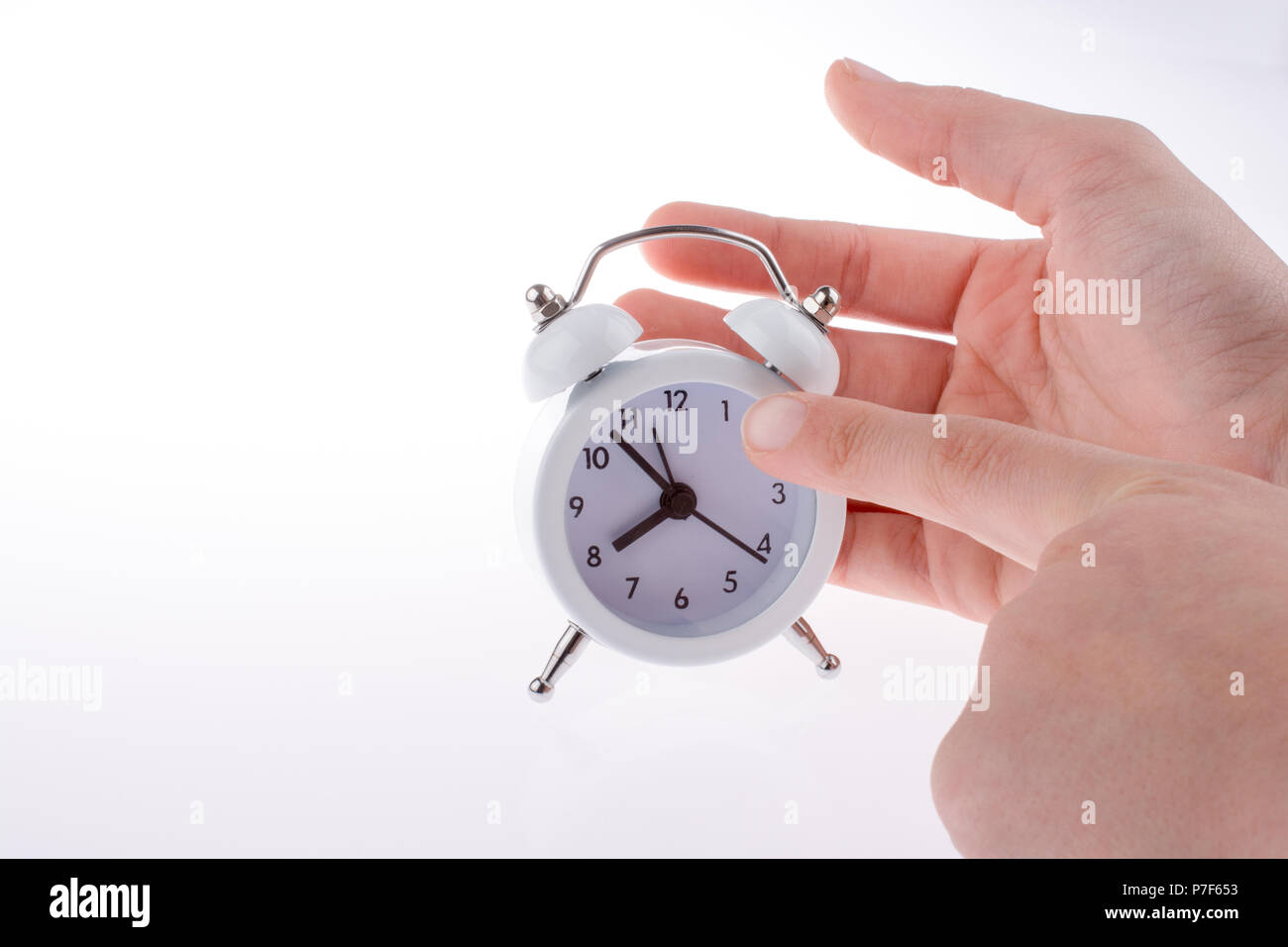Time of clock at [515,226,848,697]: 7:53
